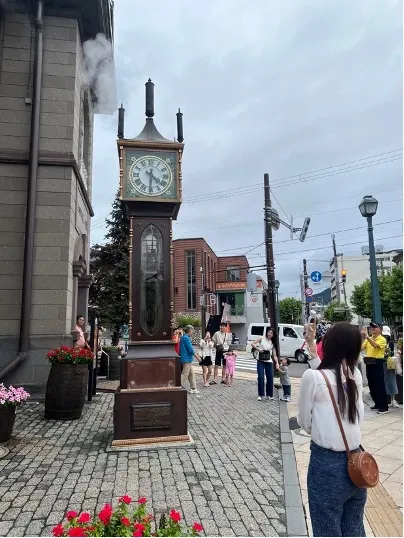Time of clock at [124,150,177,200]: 4:30
